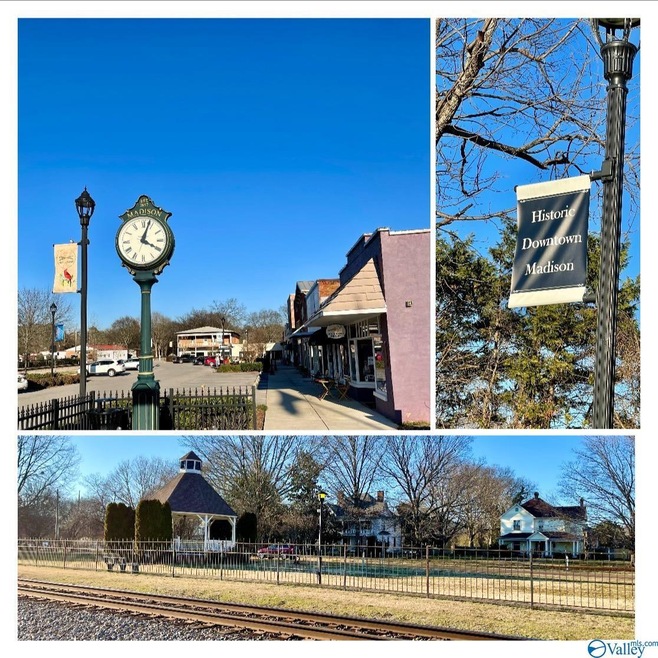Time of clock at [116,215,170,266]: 4:03
